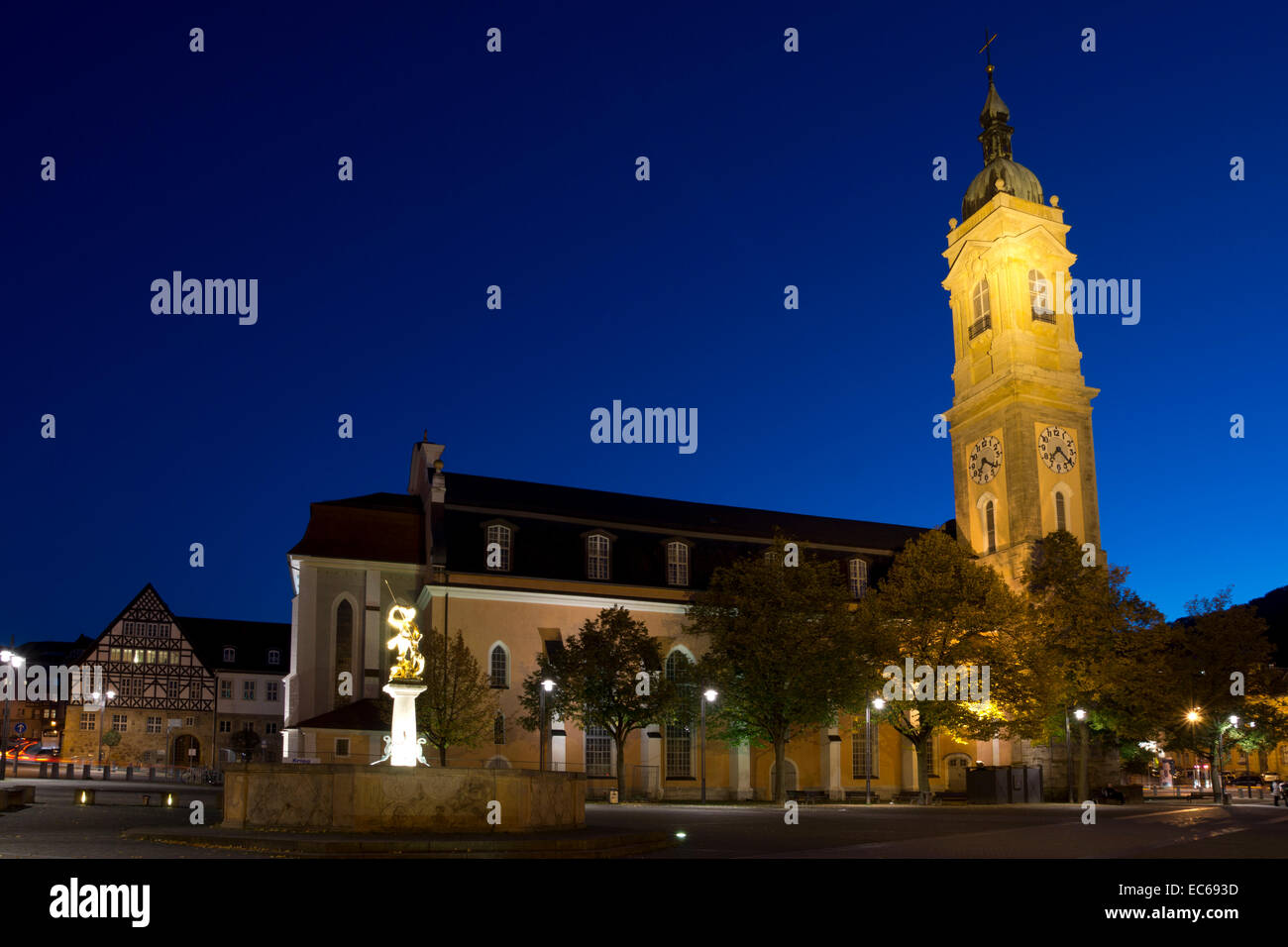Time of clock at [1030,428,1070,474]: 7:21
